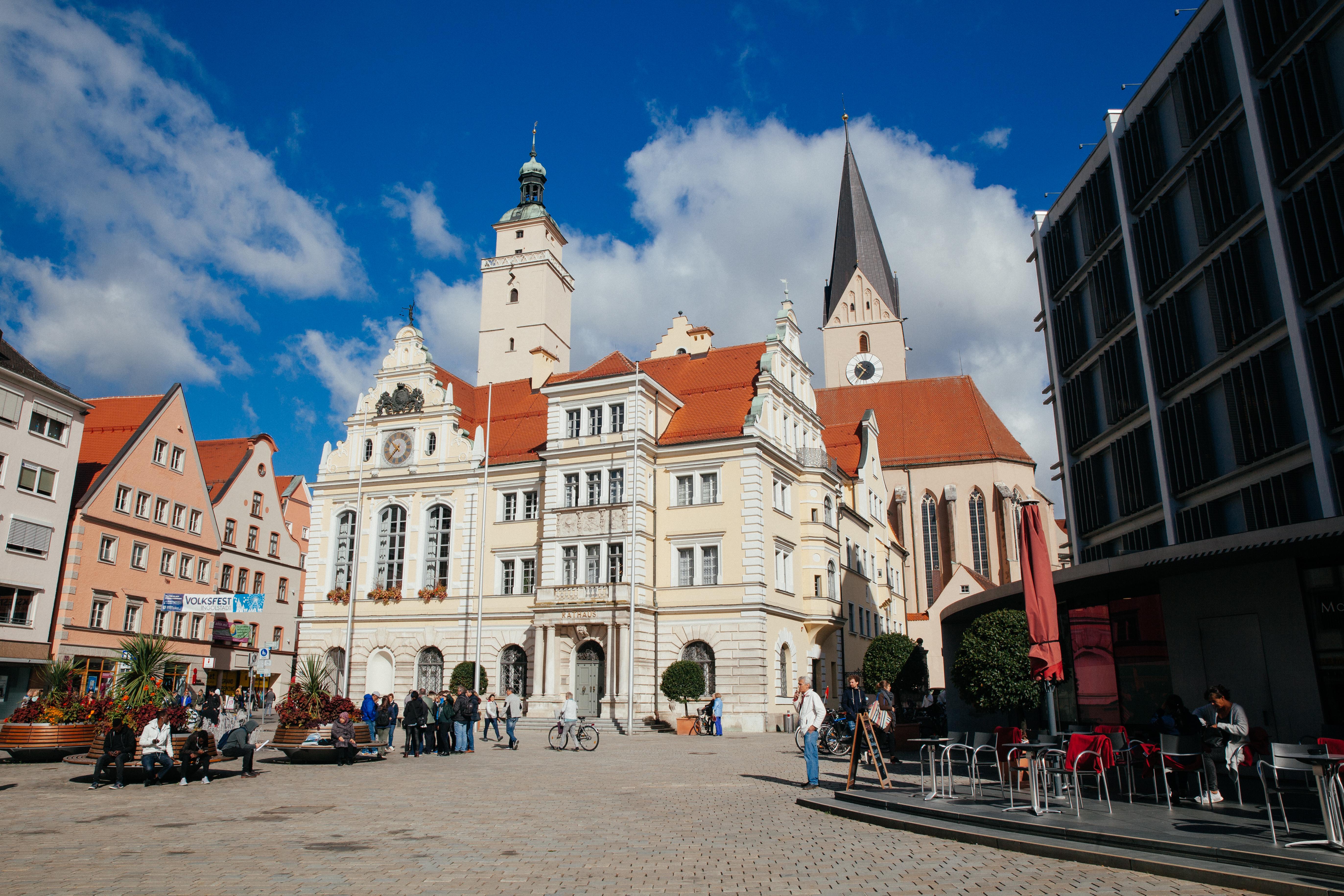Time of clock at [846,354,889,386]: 10:36
